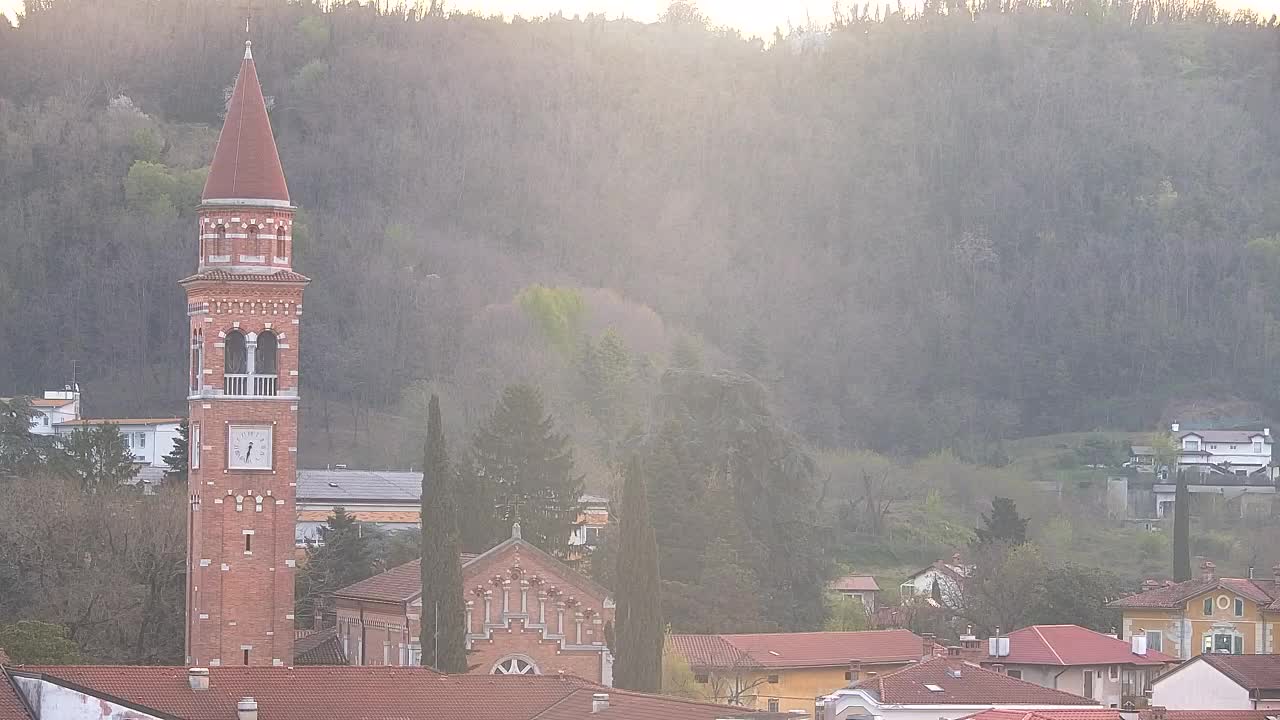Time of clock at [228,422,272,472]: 6:32
